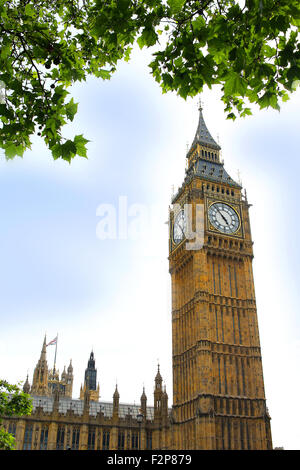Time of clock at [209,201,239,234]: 4:52
